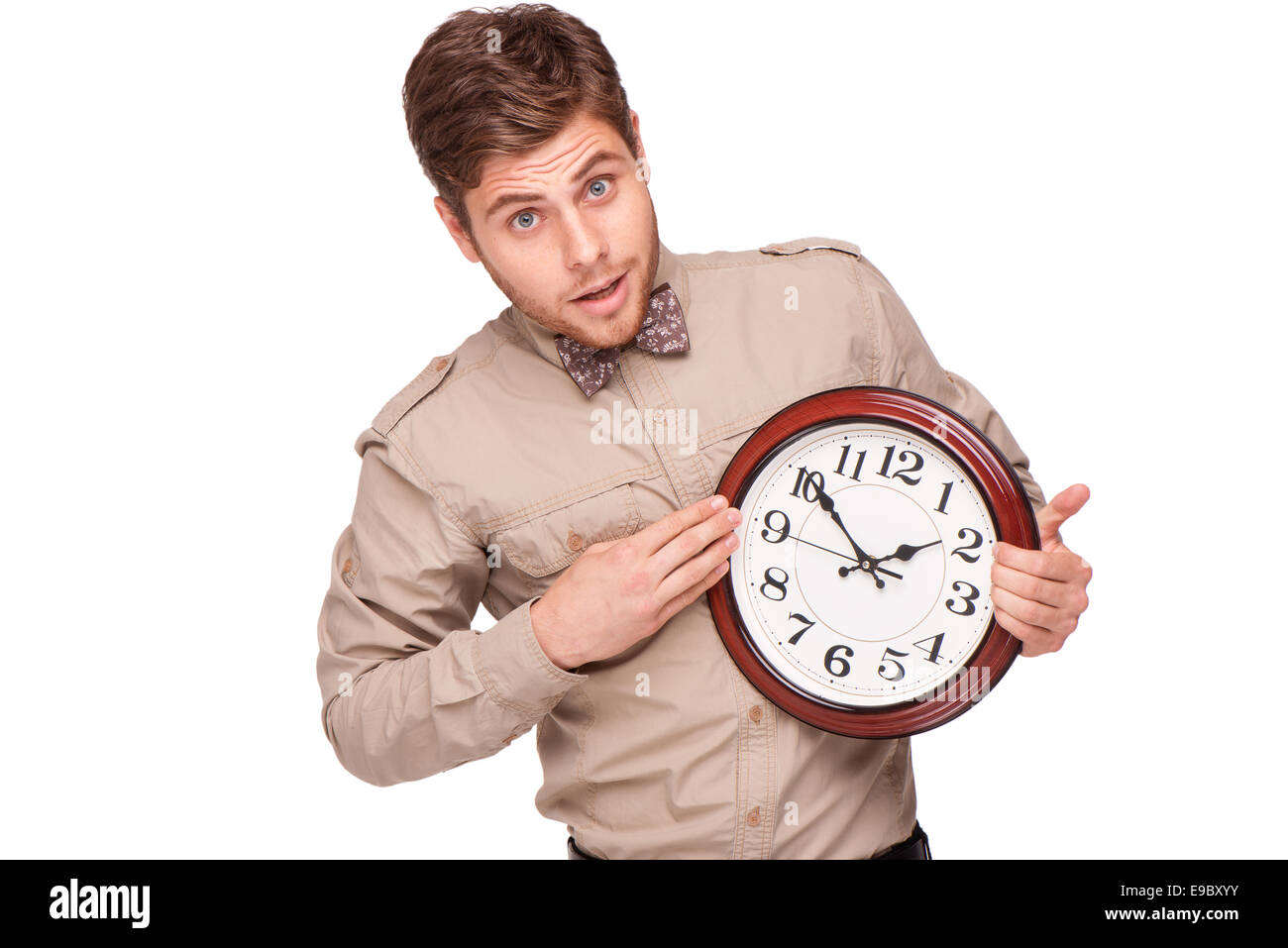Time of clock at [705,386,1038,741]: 1:50
